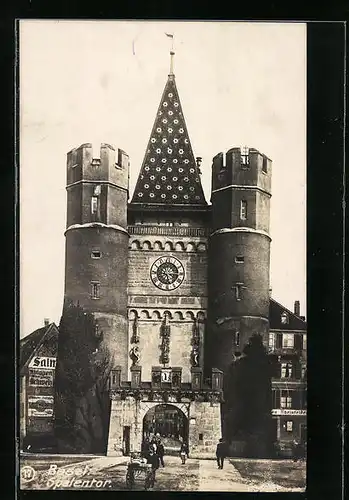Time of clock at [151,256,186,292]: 5:15
